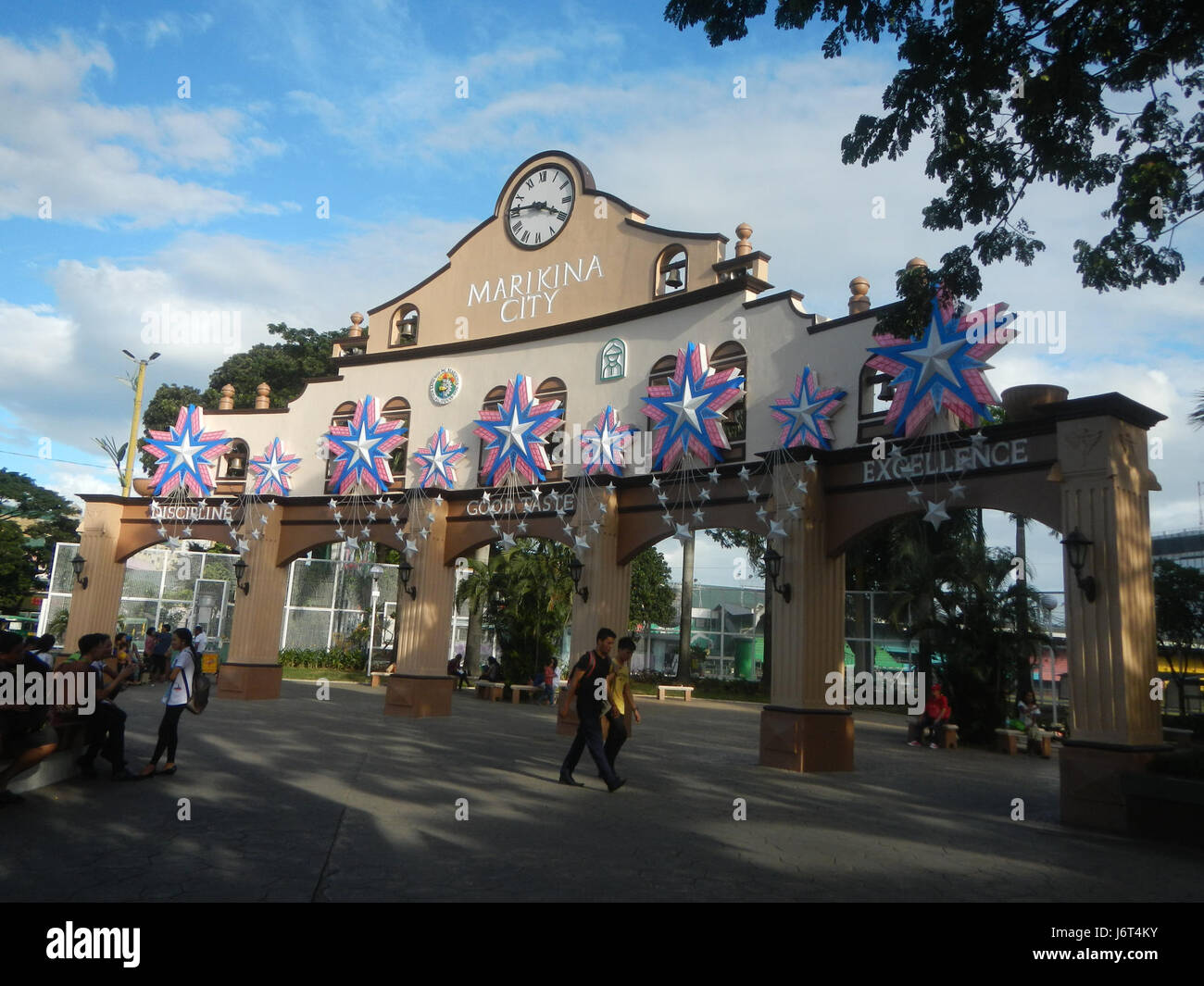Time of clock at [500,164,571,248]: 3:45
